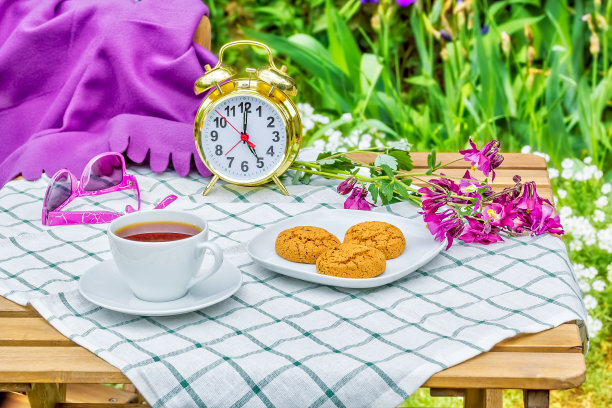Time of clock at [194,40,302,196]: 5:00
